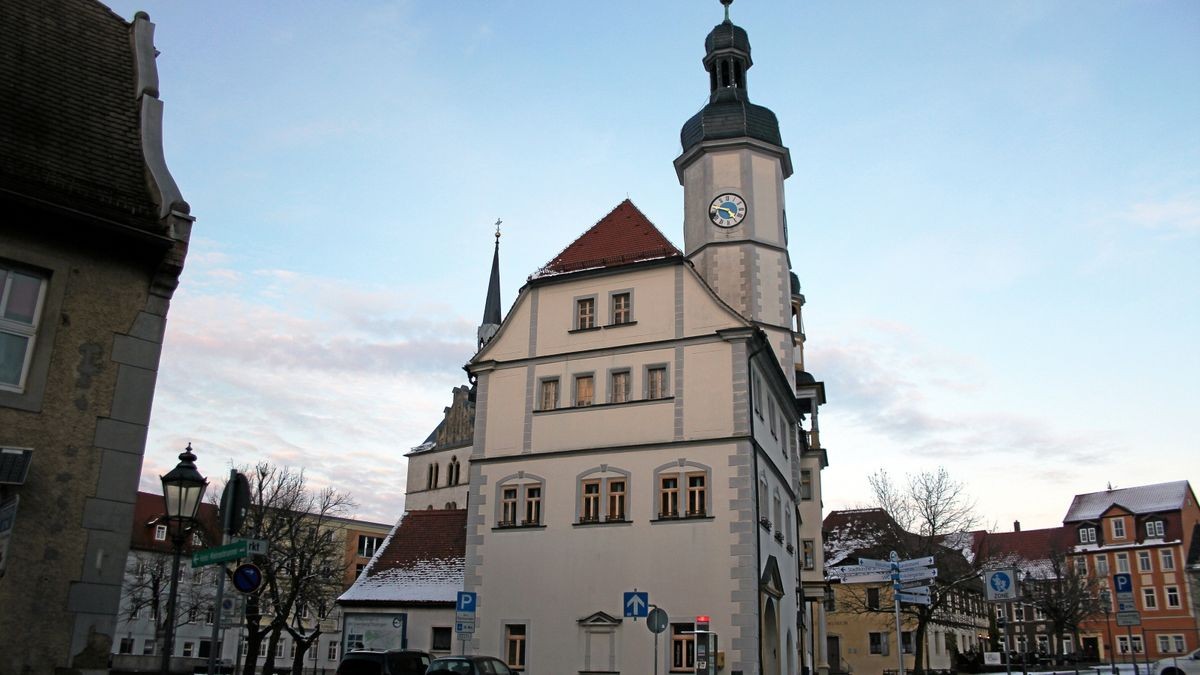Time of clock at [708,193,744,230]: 4:46
